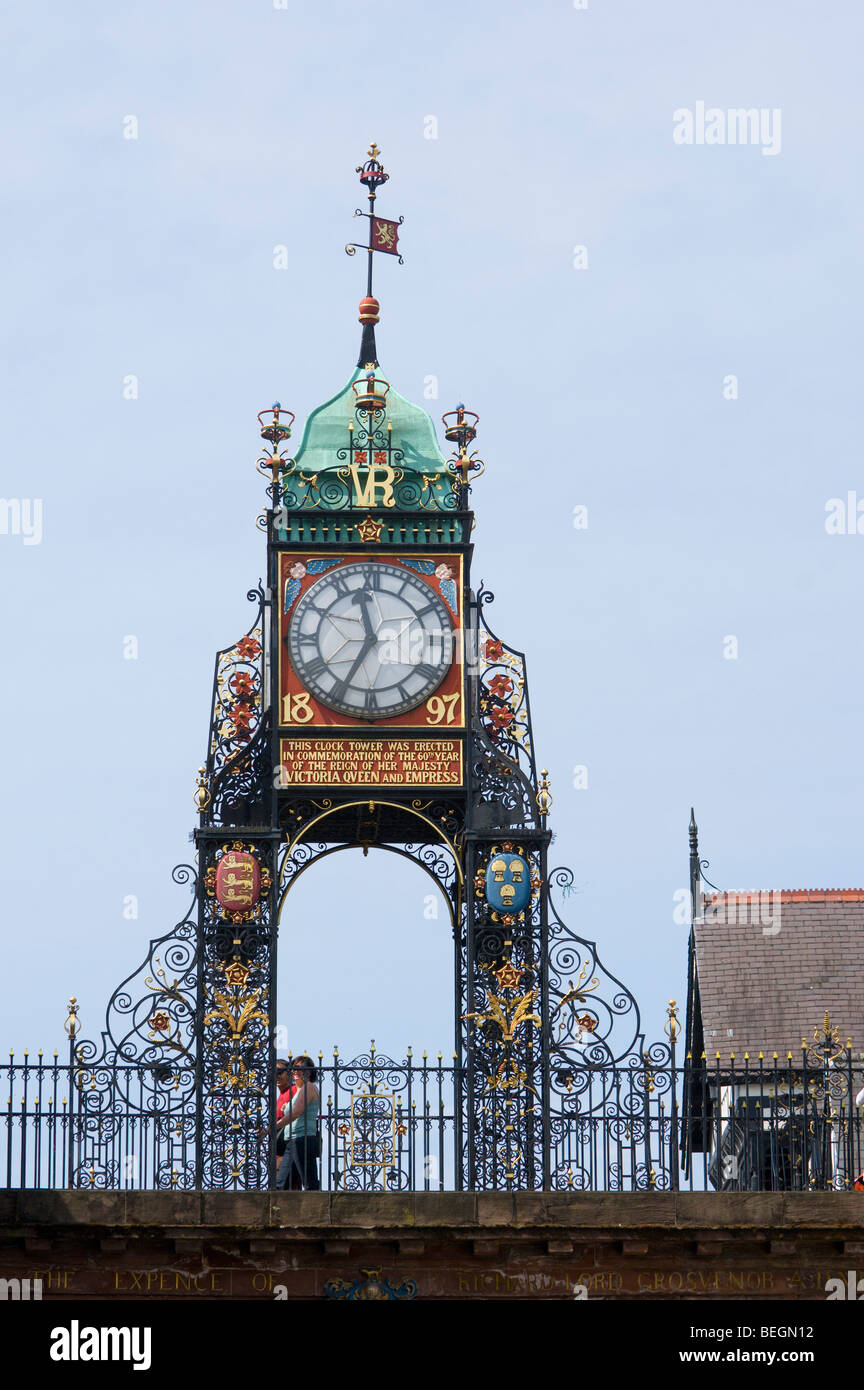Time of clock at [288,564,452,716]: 11:34
